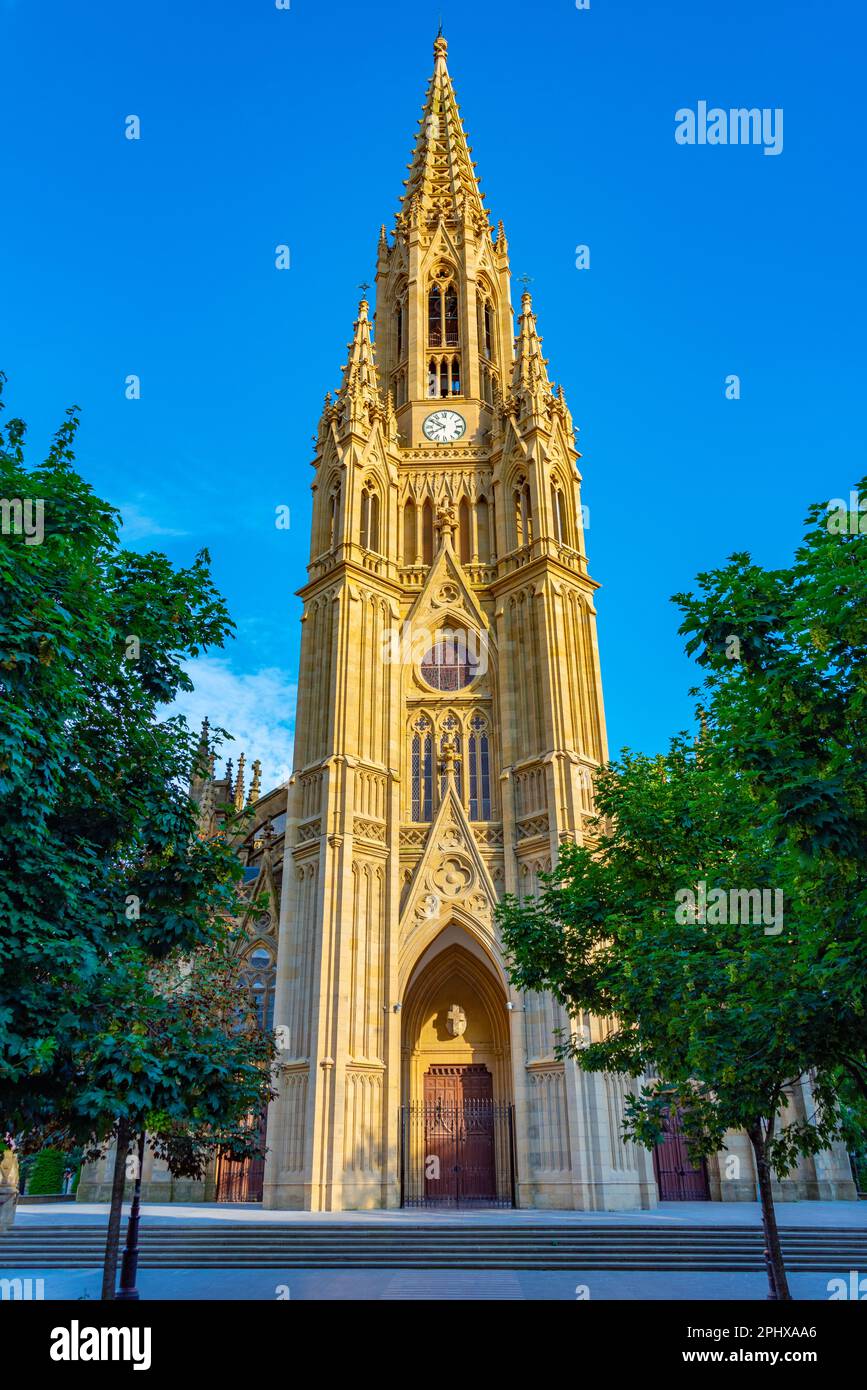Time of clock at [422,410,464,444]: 7:50
